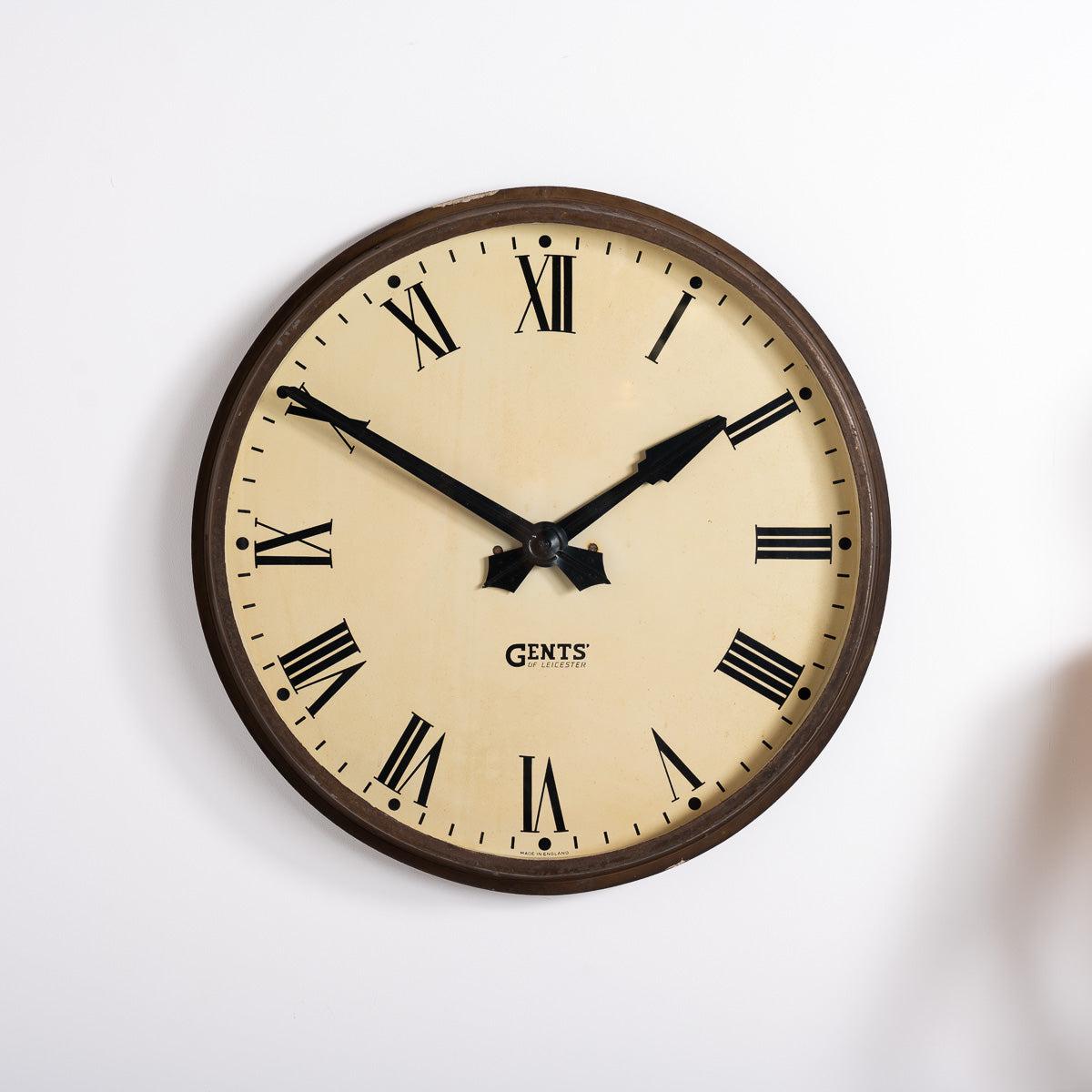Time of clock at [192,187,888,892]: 1:50
